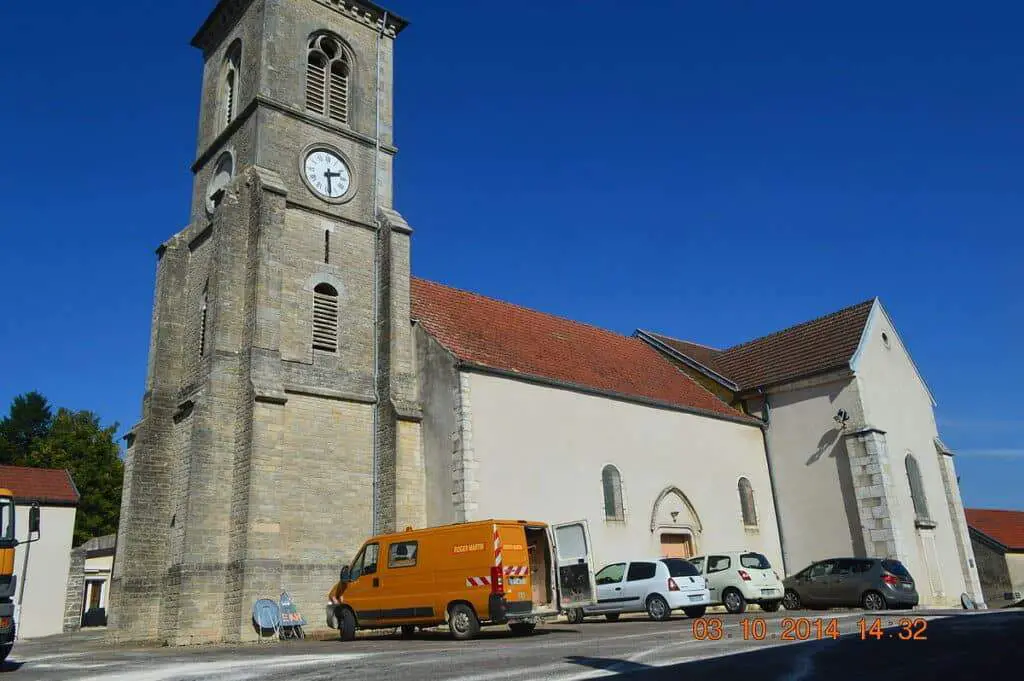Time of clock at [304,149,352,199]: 2:29
